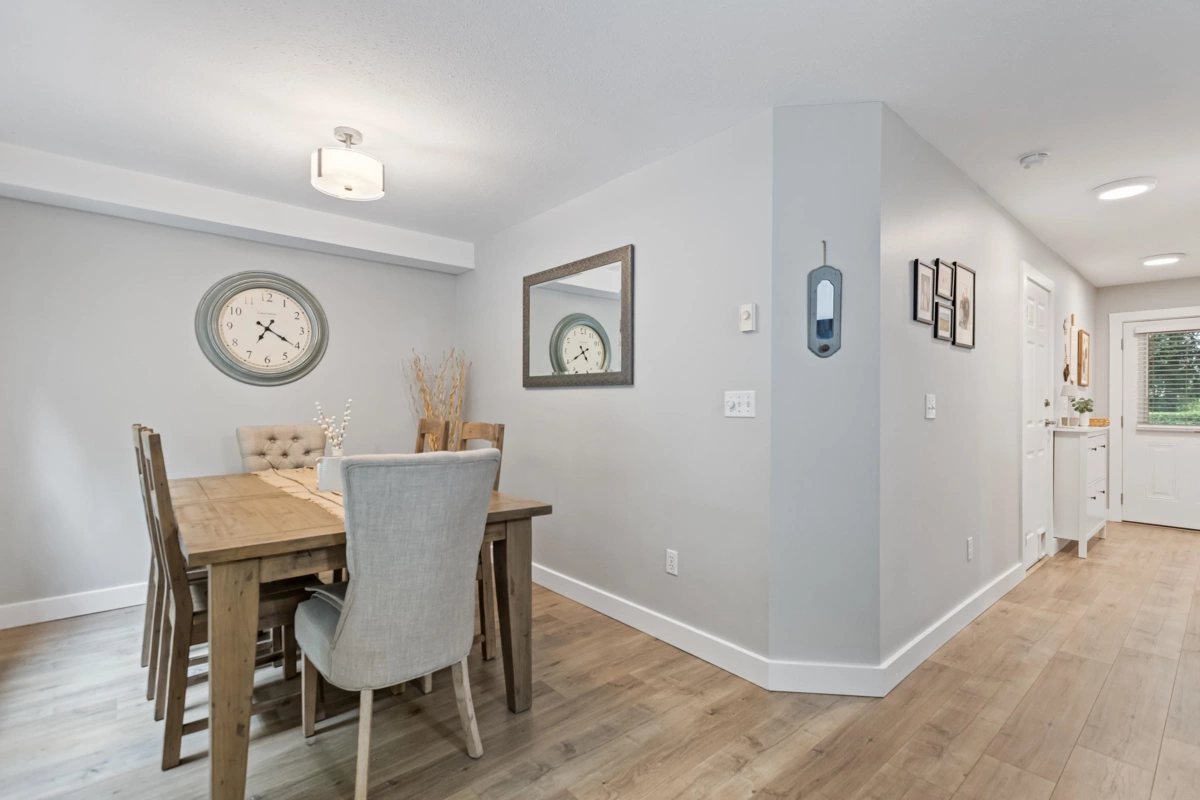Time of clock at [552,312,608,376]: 4:39
